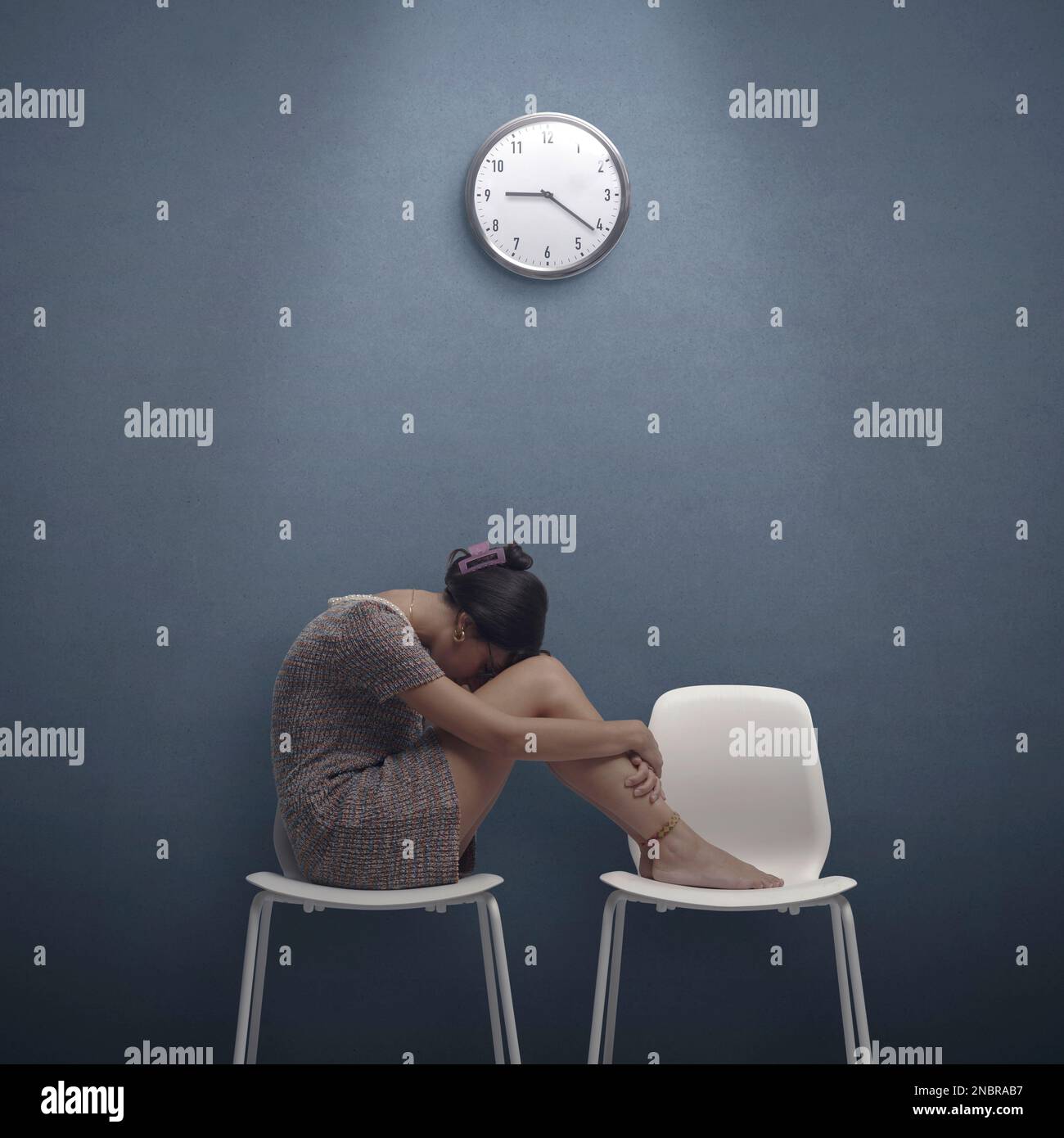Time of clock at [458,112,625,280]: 9:21
